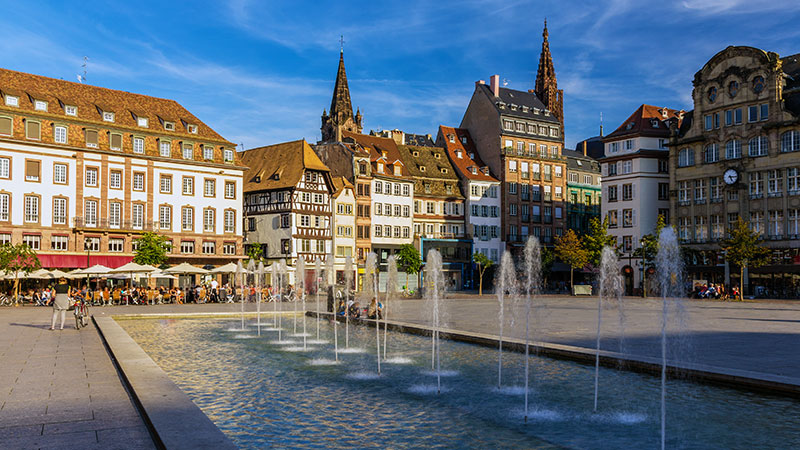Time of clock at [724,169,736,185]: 5:15
